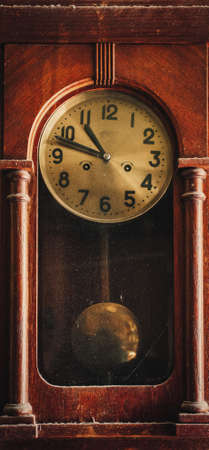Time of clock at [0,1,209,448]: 10:47
